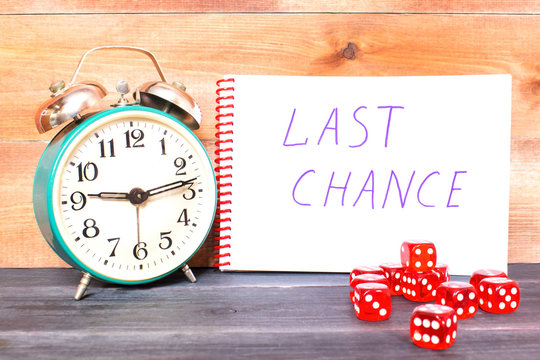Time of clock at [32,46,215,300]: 9:13
